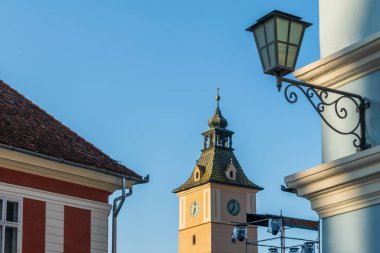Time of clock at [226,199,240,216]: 7:00
